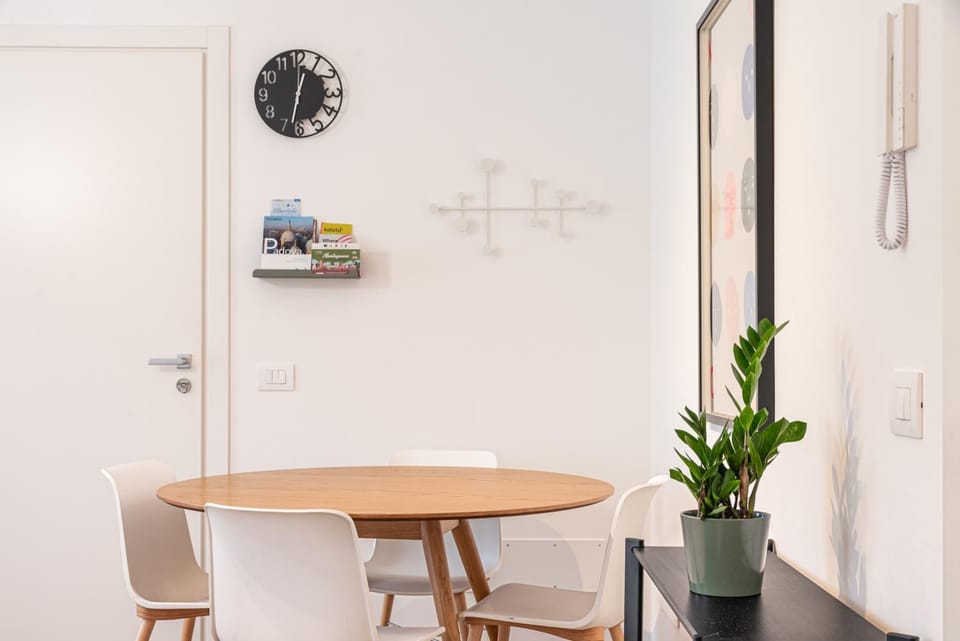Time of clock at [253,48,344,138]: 12:32
